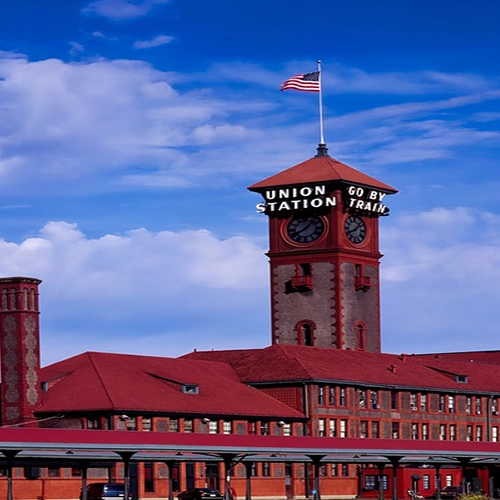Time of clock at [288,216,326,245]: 8:07
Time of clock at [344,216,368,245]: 8:07
